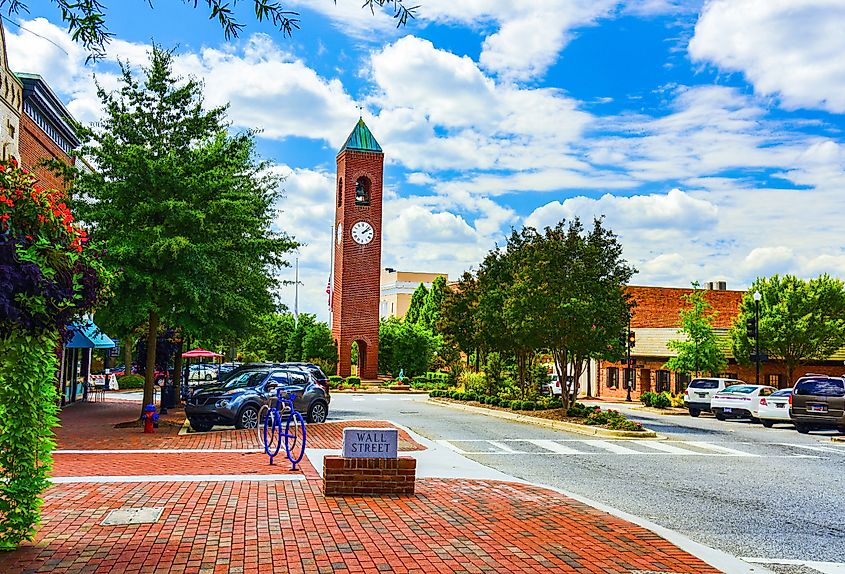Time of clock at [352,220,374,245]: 2:07
